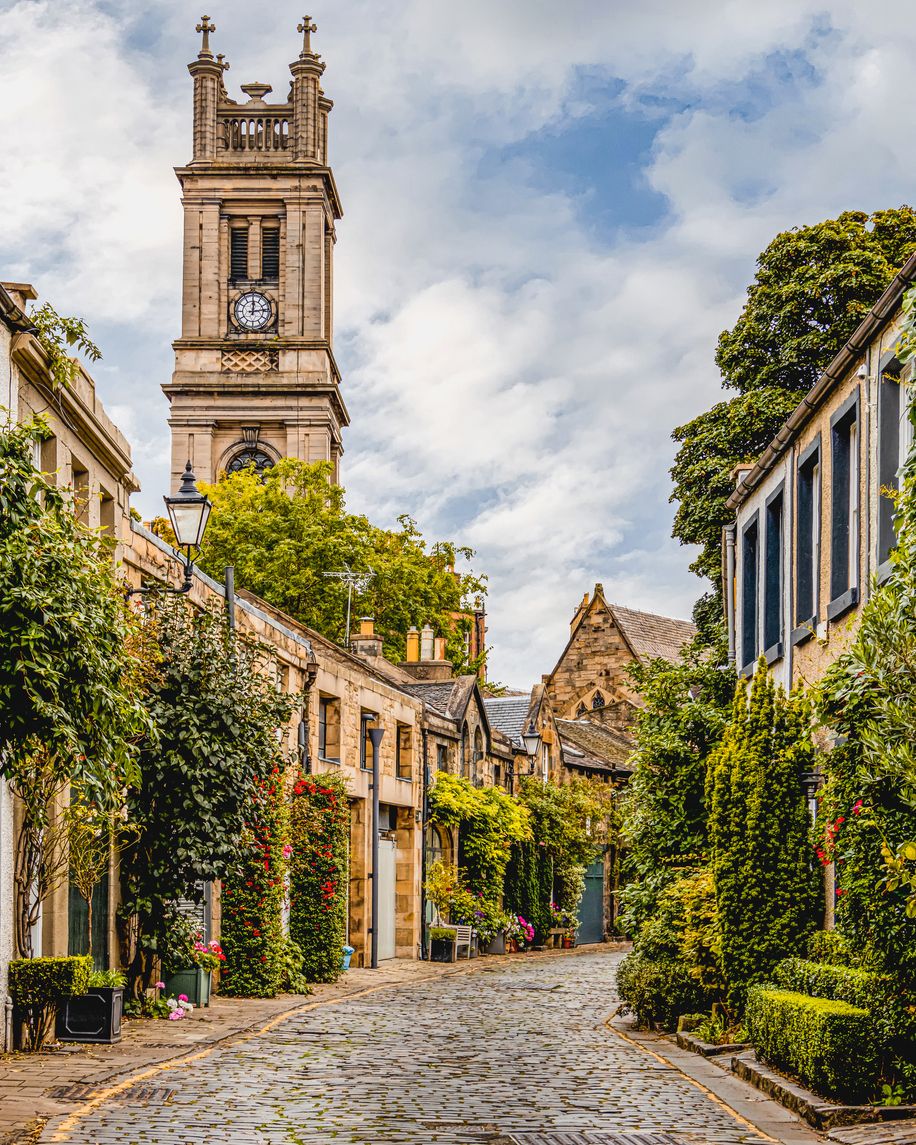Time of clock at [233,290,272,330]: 12:13
